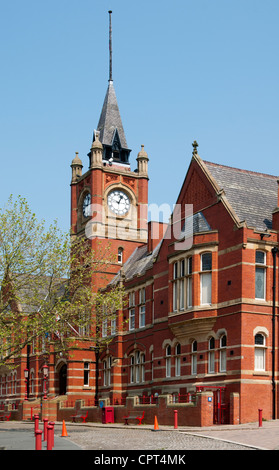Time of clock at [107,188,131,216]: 12:47
